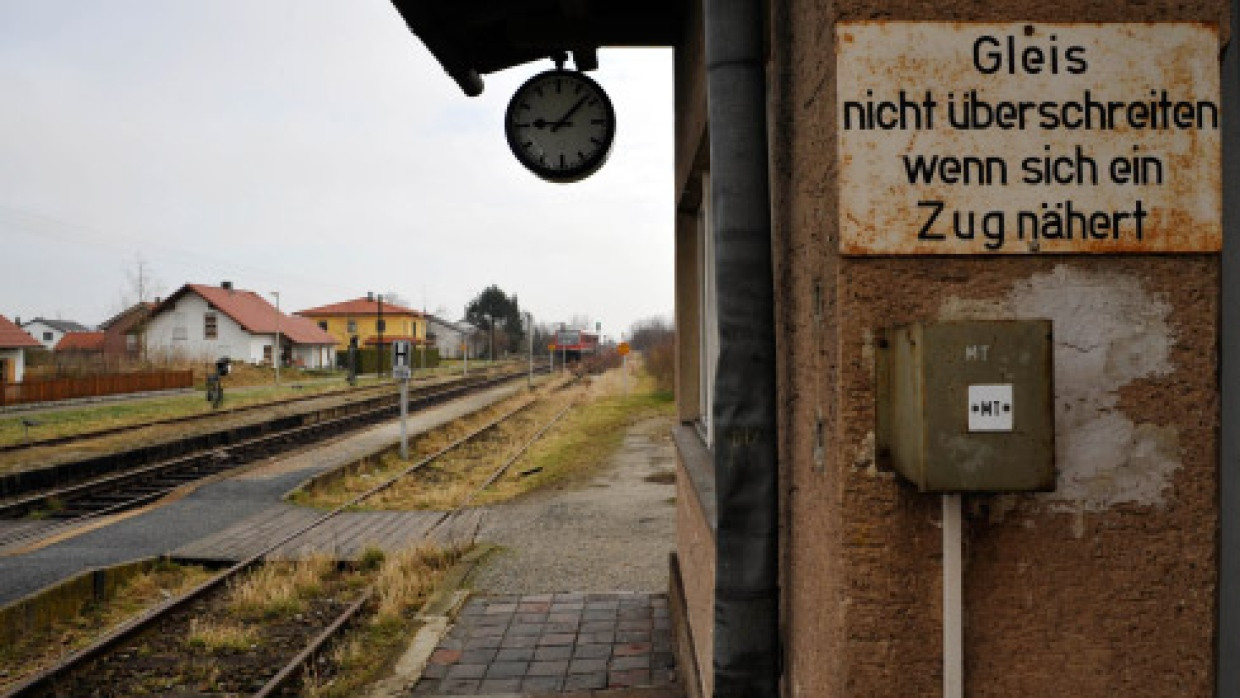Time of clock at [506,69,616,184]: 9:07
